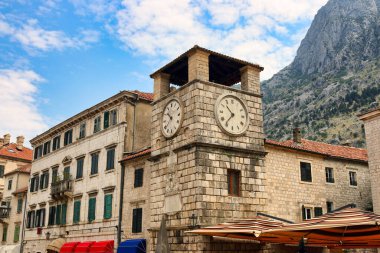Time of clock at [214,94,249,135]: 10:36
